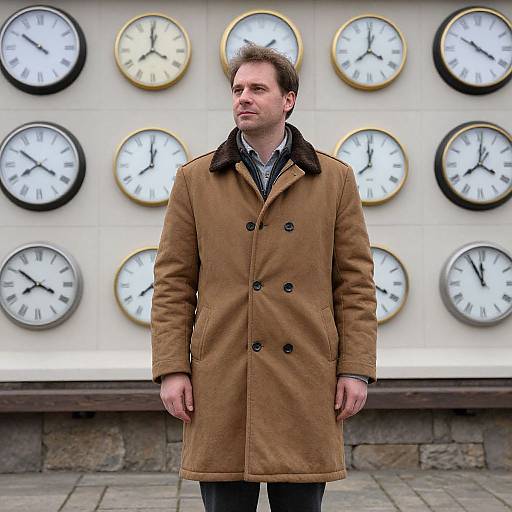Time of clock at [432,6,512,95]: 4:20
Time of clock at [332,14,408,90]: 4:00
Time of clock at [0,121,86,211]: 7:50
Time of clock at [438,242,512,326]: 11:55
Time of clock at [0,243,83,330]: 7:50
